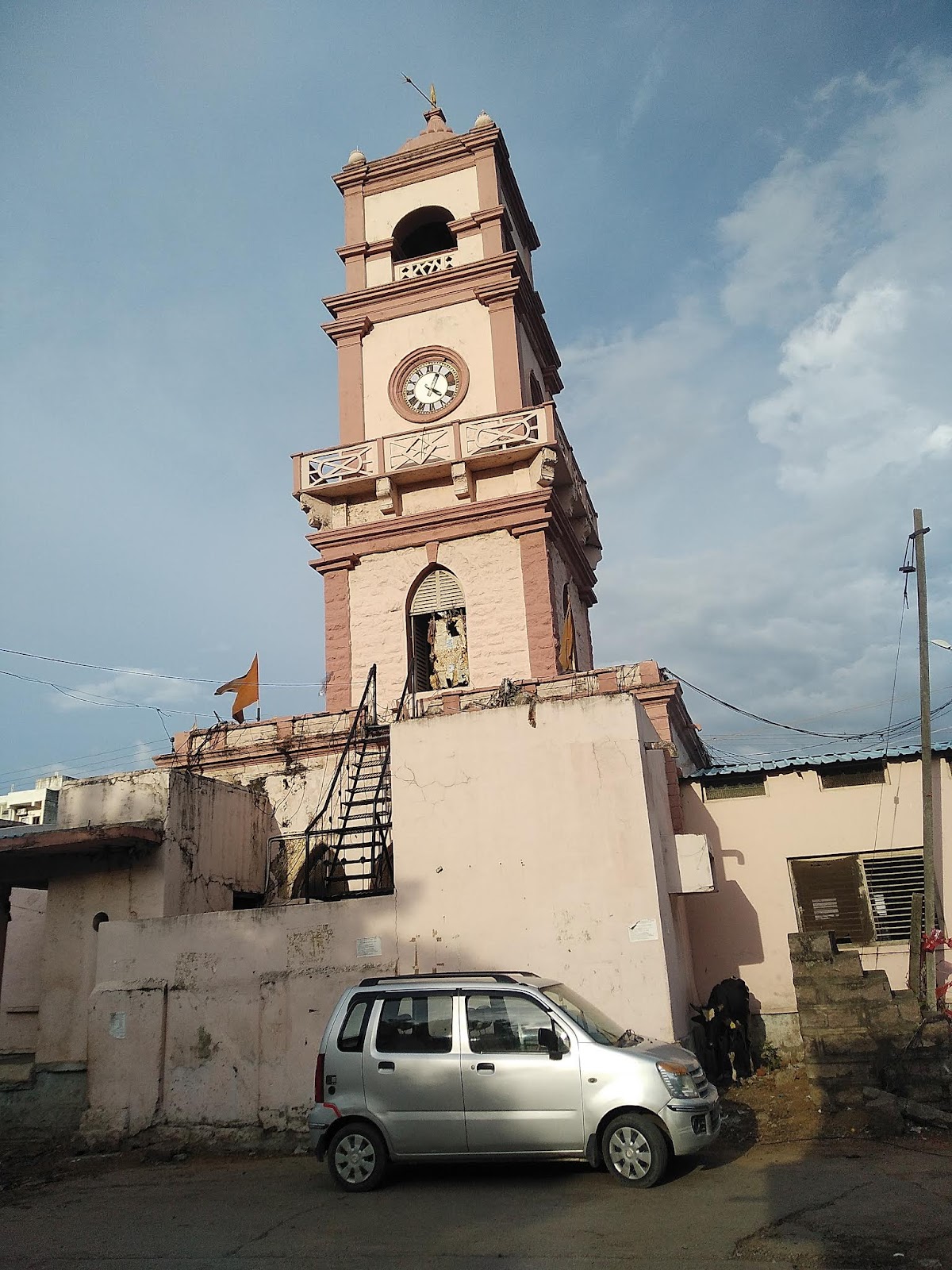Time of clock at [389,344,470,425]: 4:04
